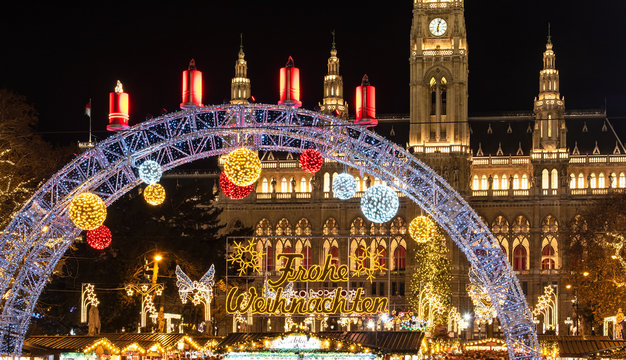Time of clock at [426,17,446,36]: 6:03
